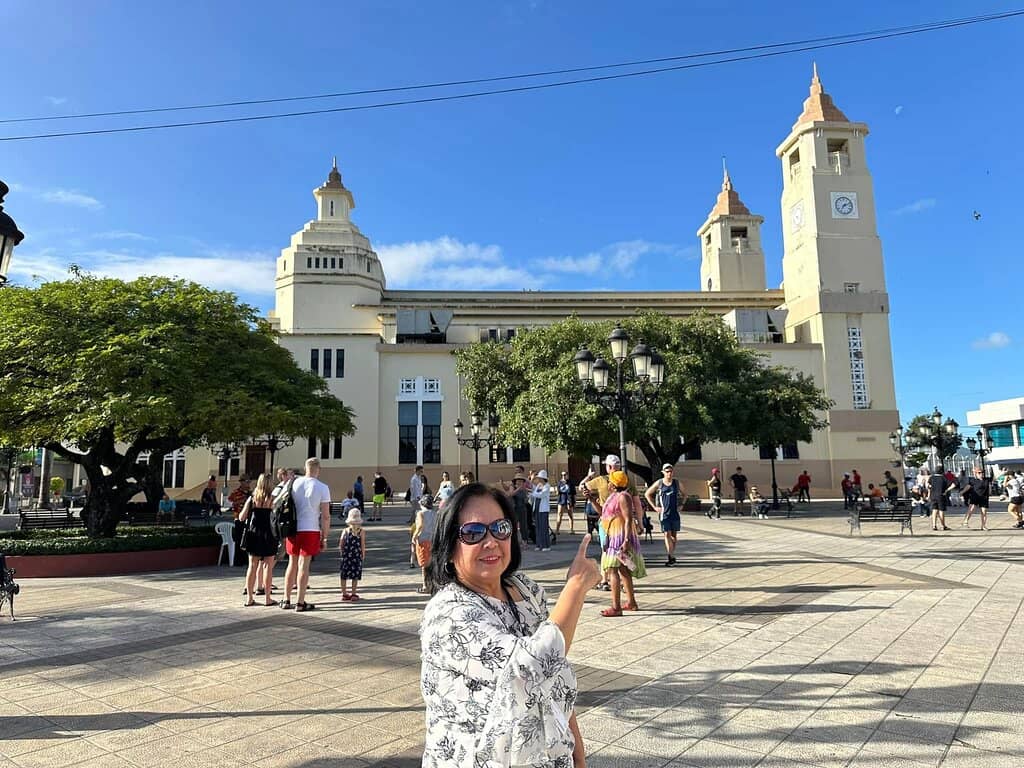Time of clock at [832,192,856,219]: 7:11
